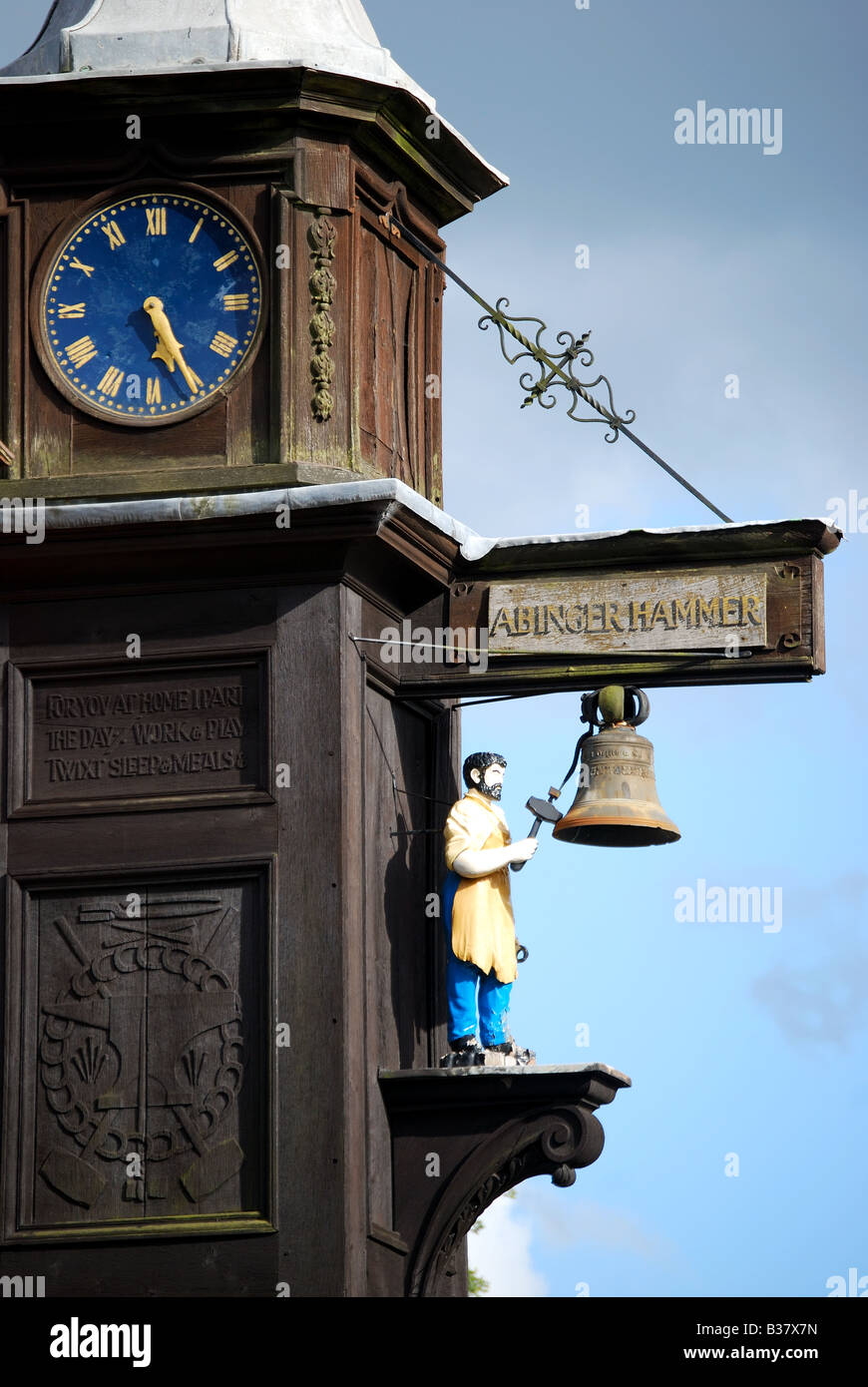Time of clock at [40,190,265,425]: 5:25
